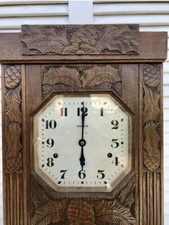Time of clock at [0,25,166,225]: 6:00
